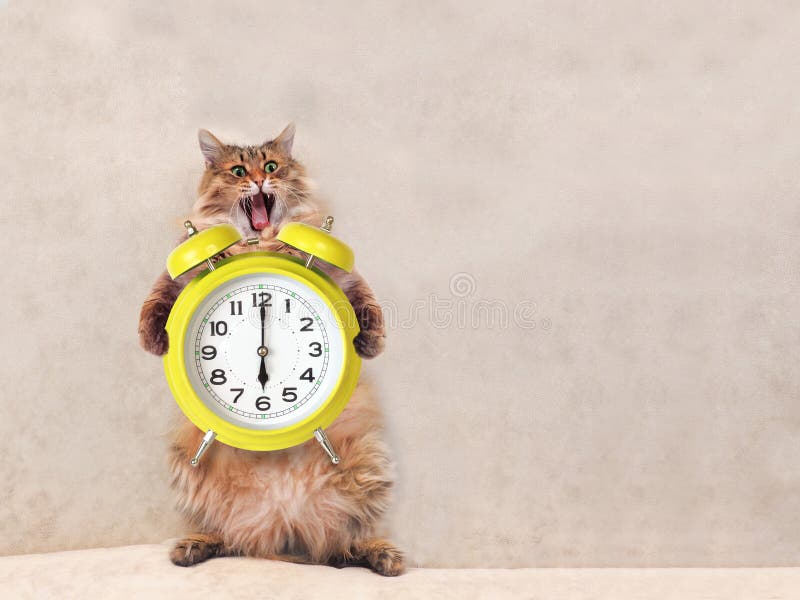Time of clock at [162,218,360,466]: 6:00
